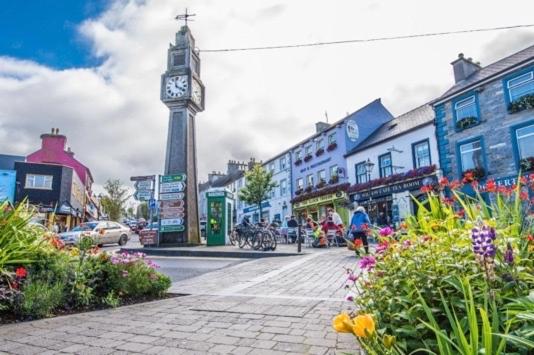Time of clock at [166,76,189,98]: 3:58
